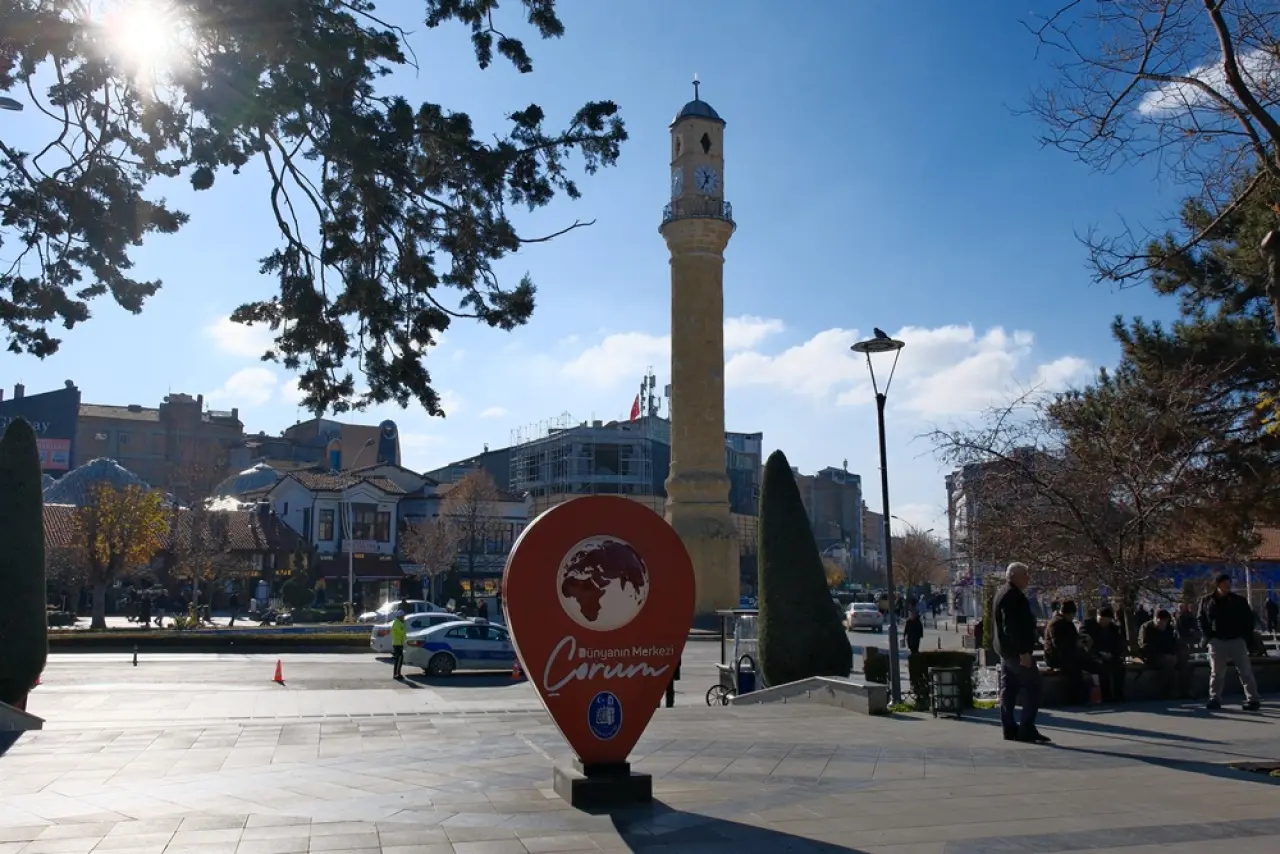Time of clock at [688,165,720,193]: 11:35
